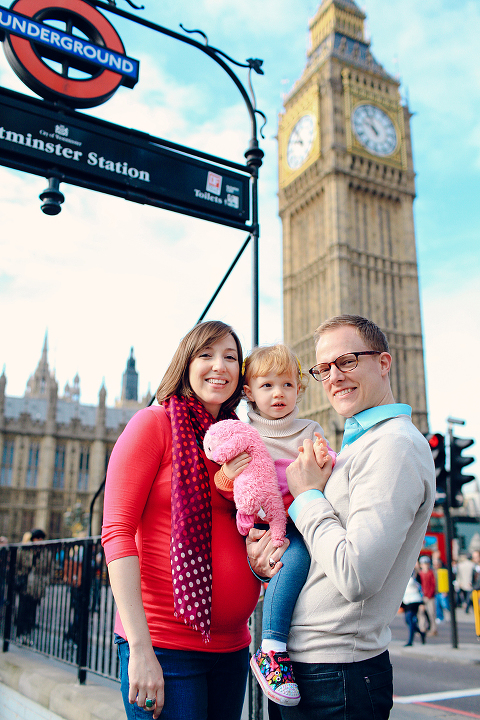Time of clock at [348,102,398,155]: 9:56
